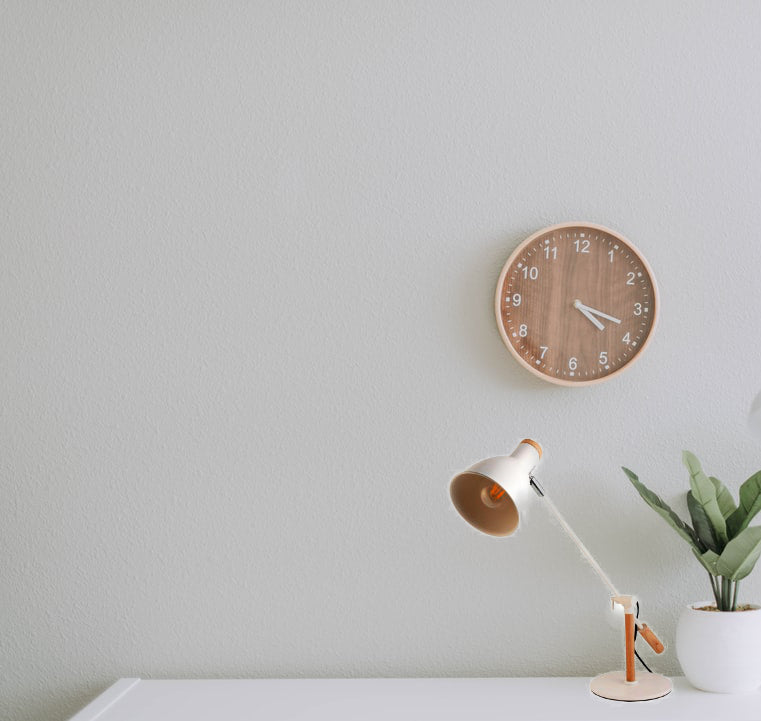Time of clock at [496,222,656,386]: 4:18
